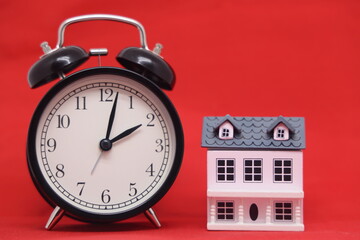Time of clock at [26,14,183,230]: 2:02
